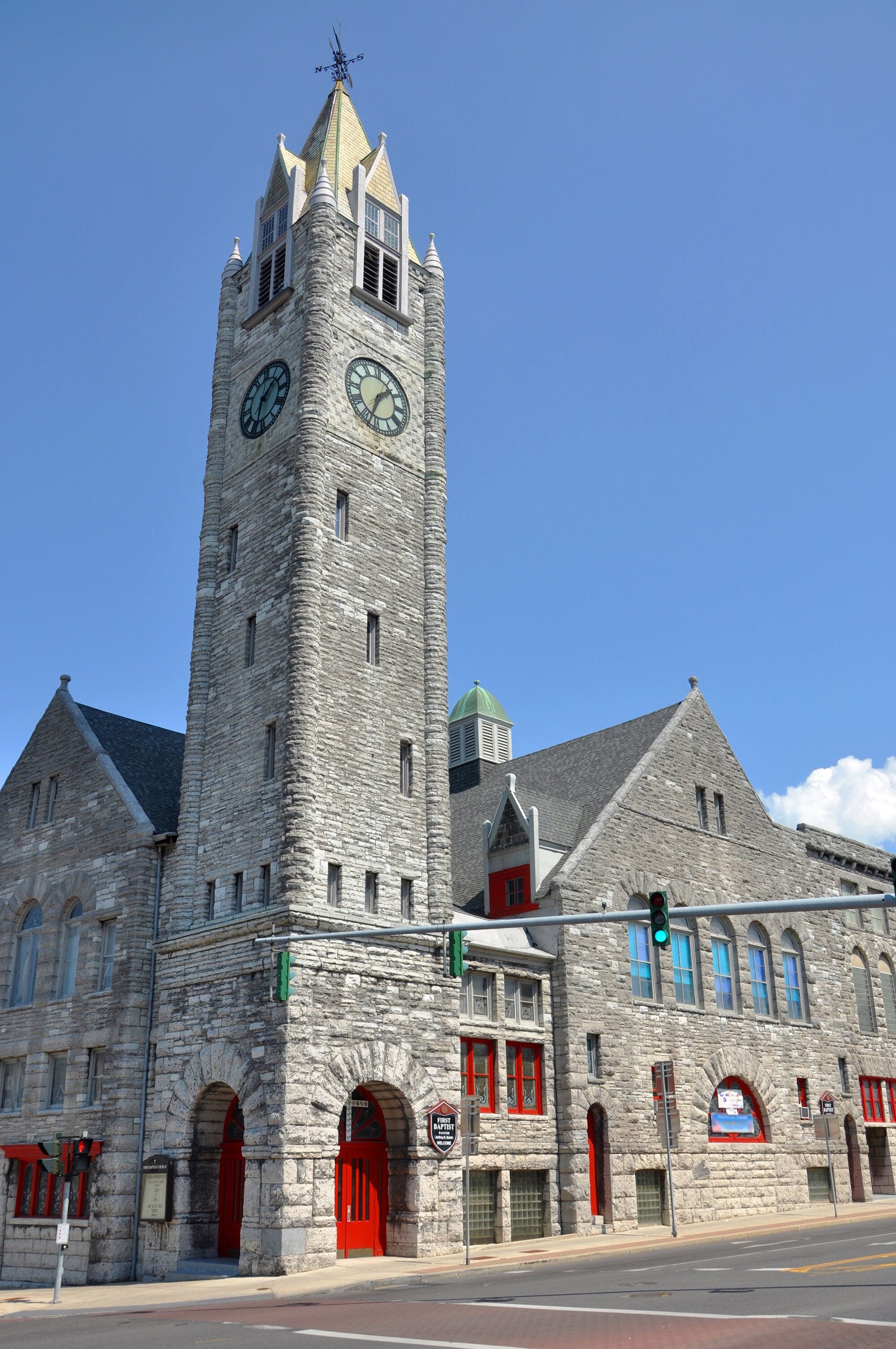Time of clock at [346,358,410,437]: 1:33
